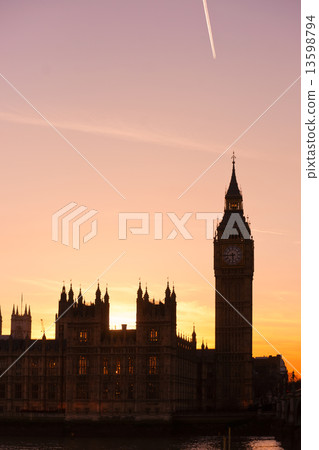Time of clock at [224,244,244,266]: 5:44
